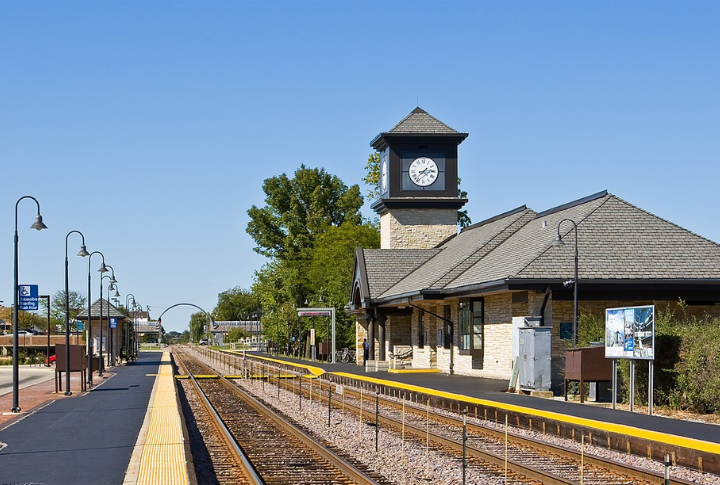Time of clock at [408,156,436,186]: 8:37
